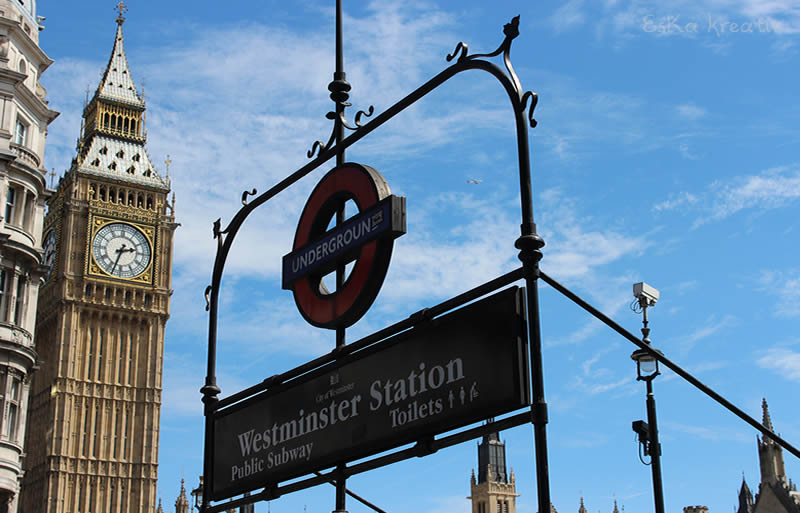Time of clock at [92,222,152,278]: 2:33
